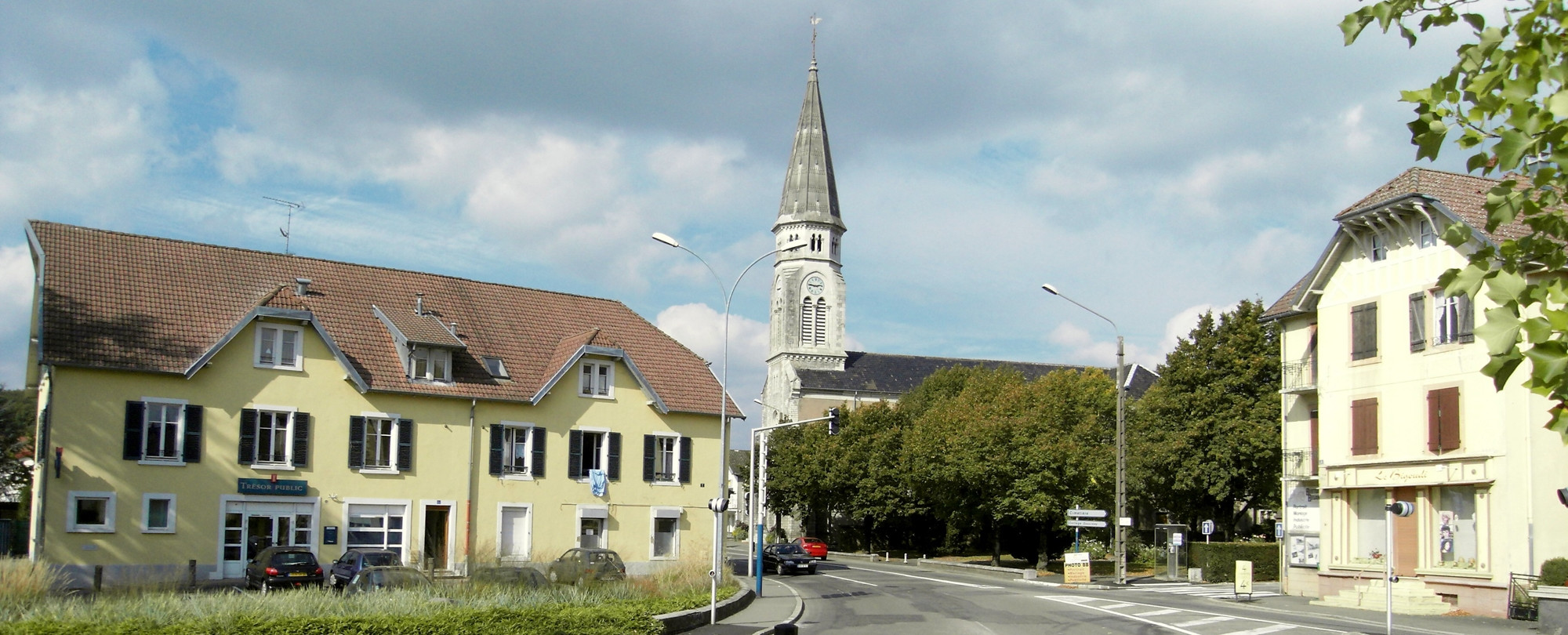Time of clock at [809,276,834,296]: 2:46
